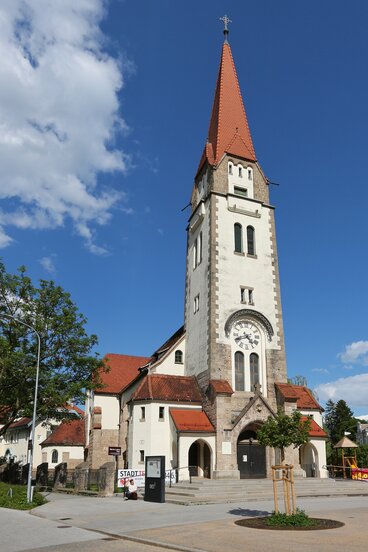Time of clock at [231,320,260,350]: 4:41
